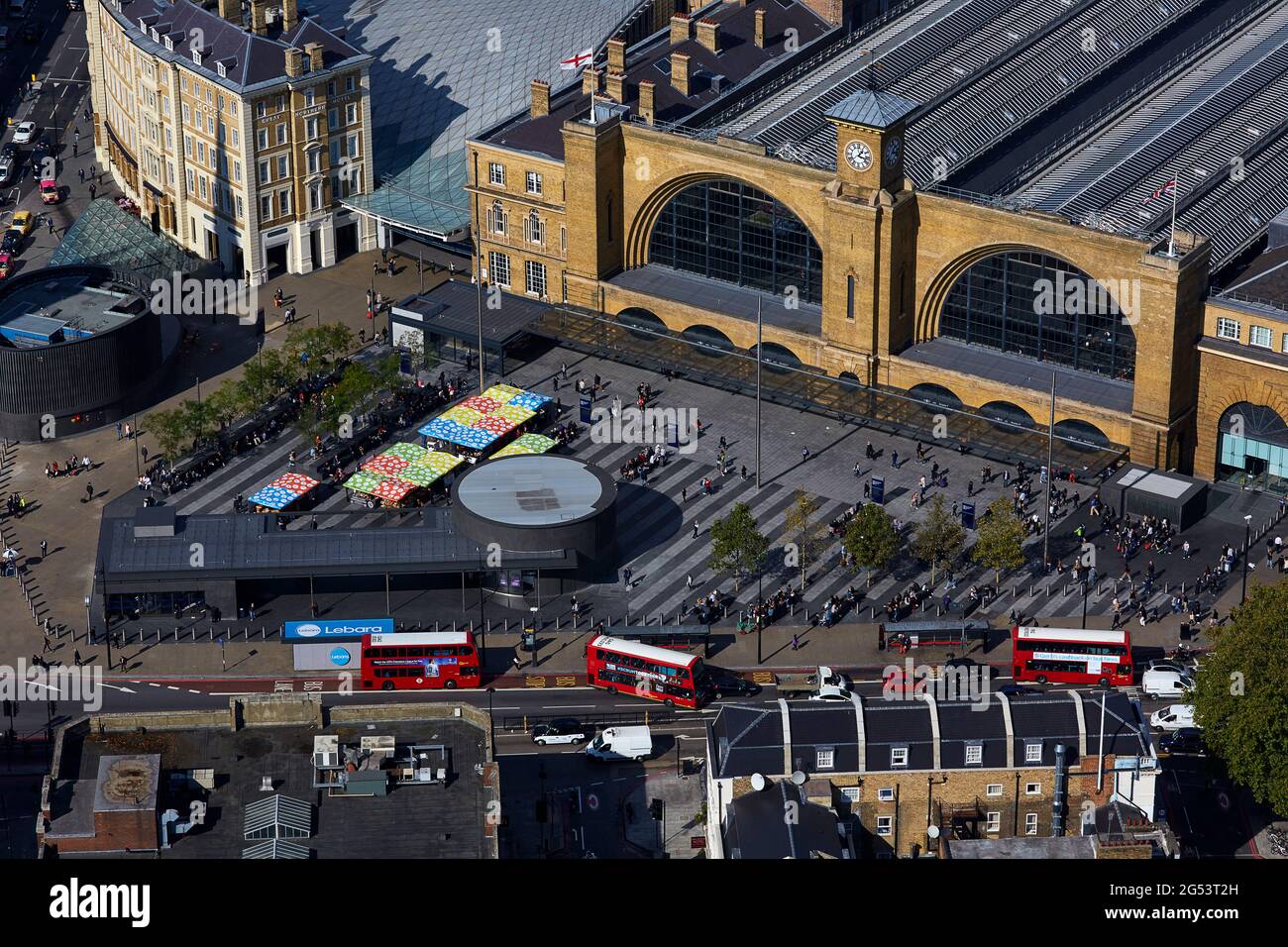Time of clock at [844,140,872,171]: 1:16
